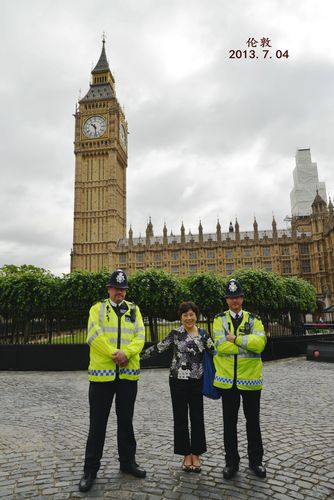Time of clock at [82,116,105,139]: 10:28
